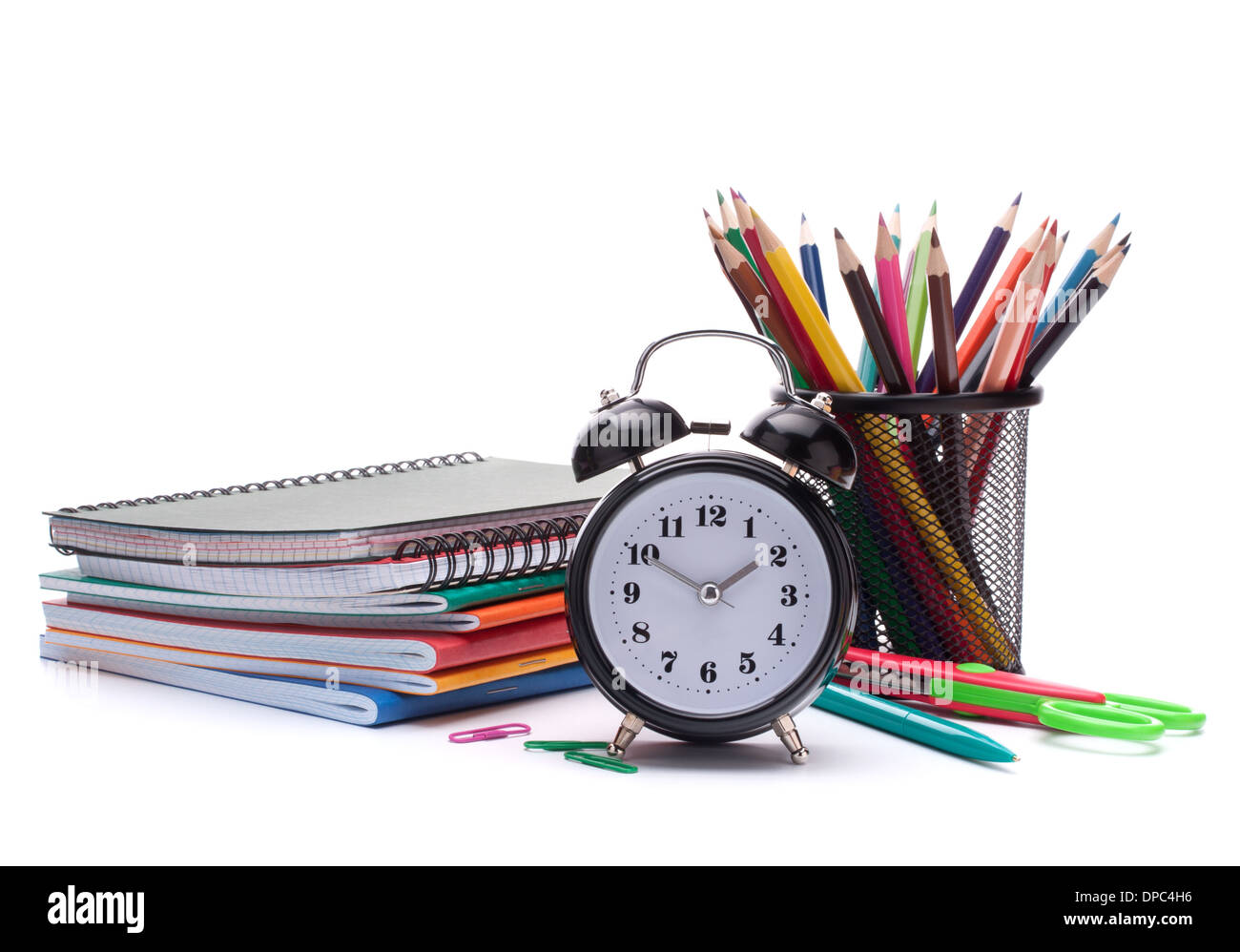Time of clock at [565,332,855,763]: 1:50
